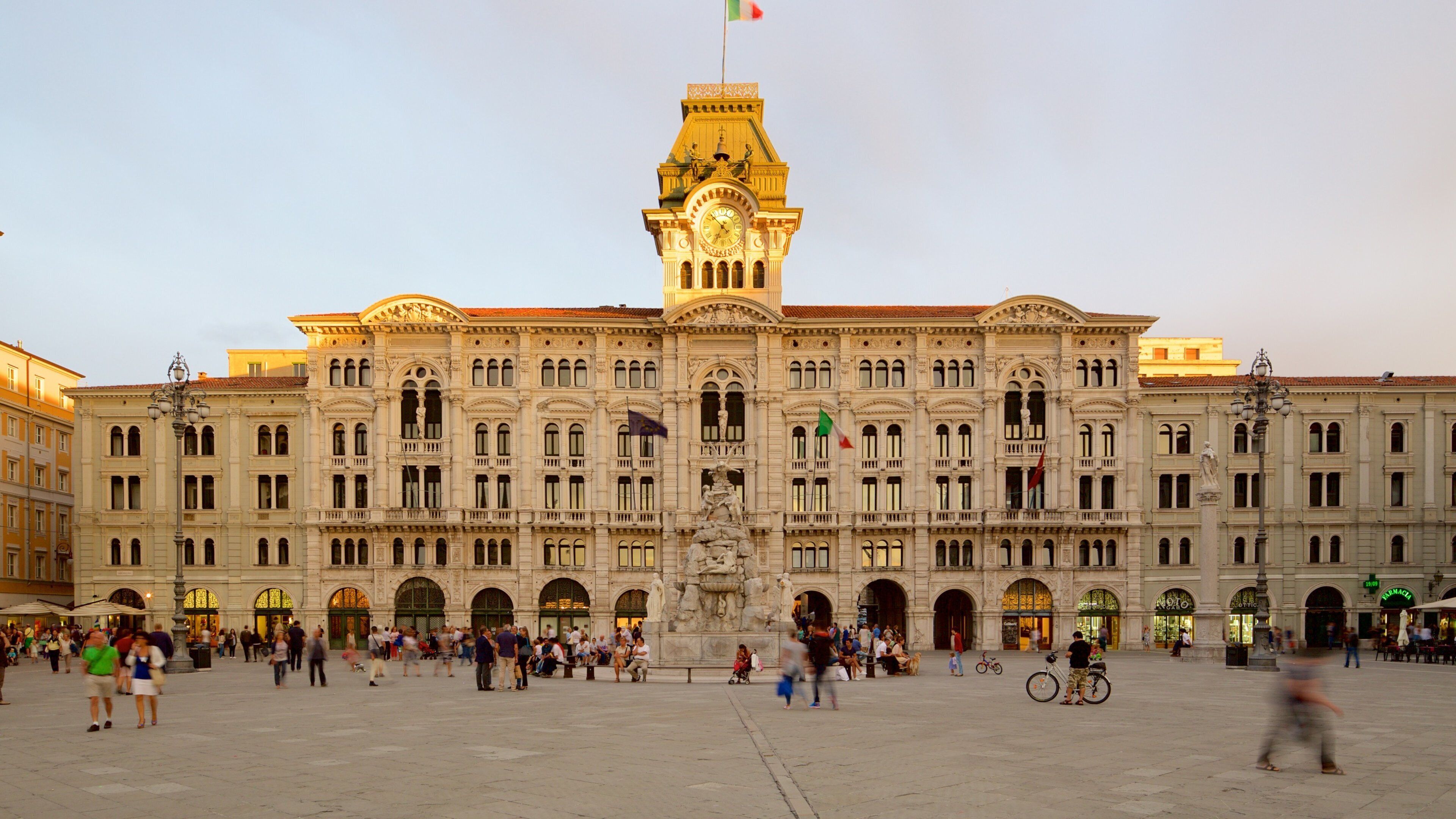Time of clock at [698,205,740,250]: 6:52
